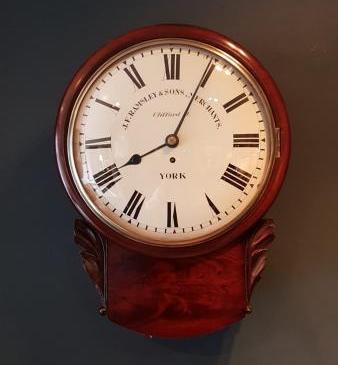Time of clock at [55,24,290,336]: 8:04
